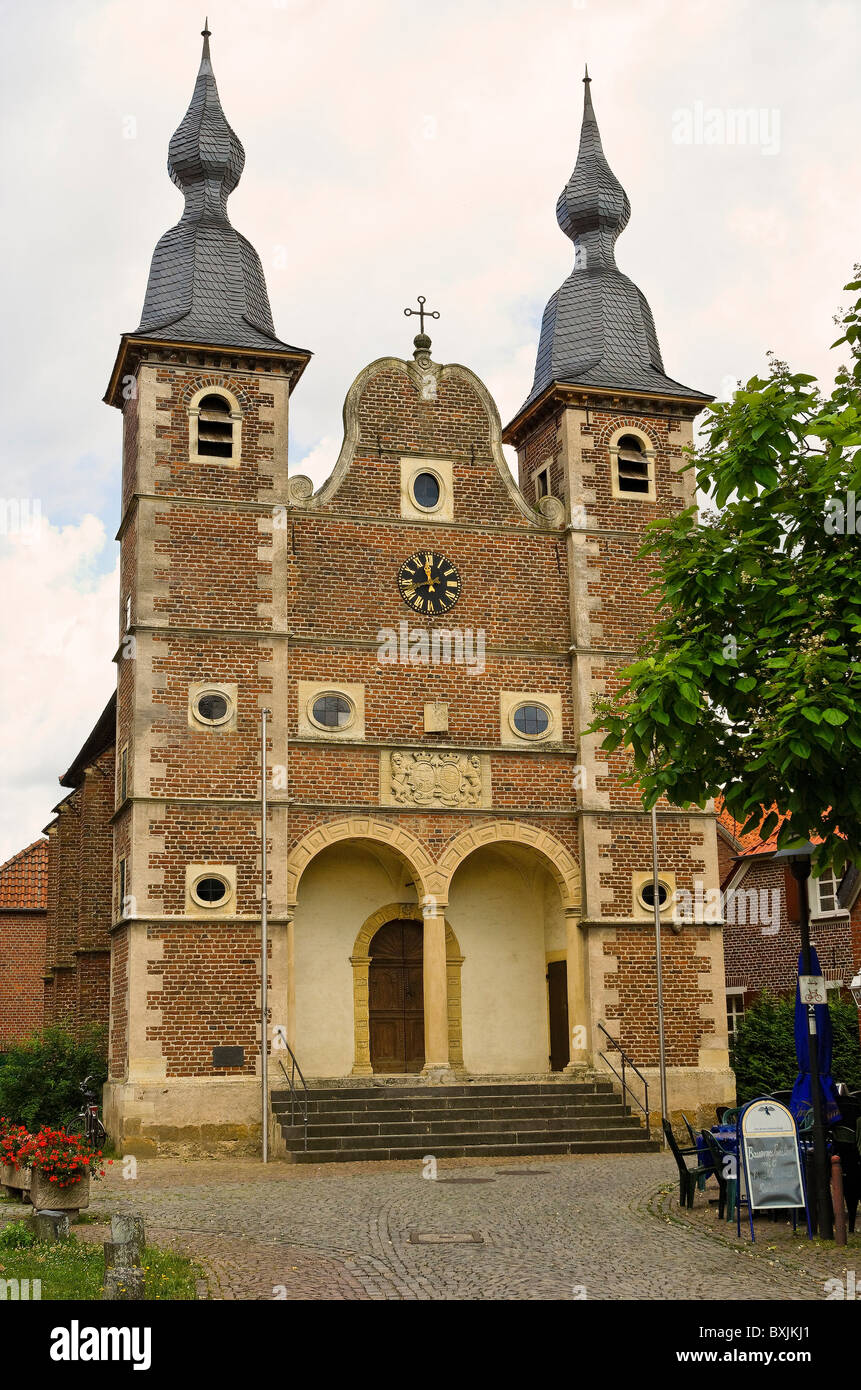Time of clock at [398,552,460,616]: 11:41
